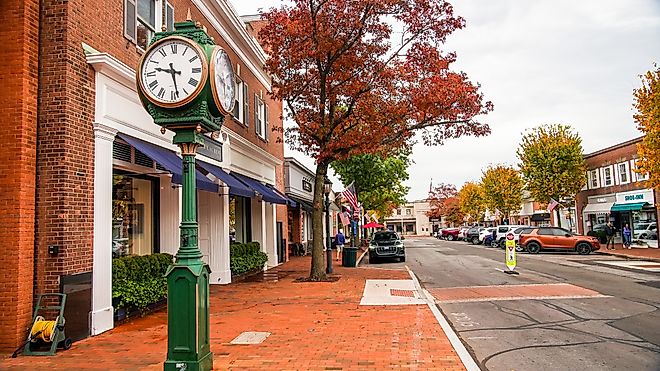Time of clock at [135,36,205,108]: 9:28
